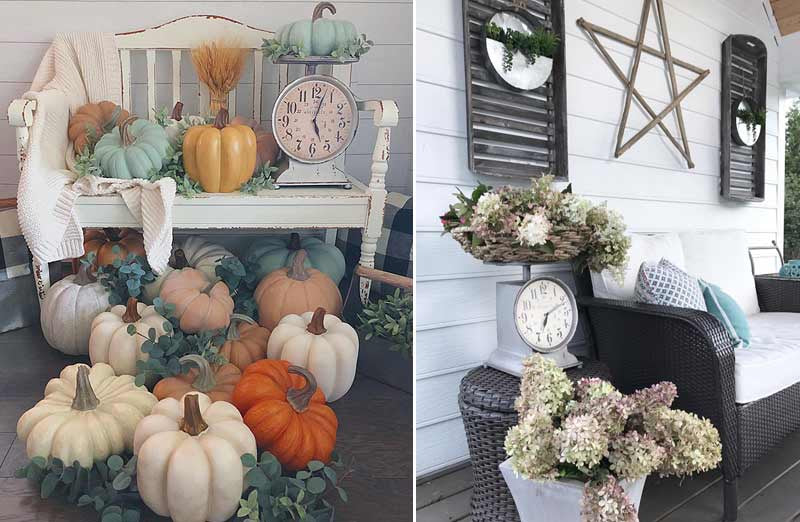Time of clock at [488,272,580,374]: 7:11
